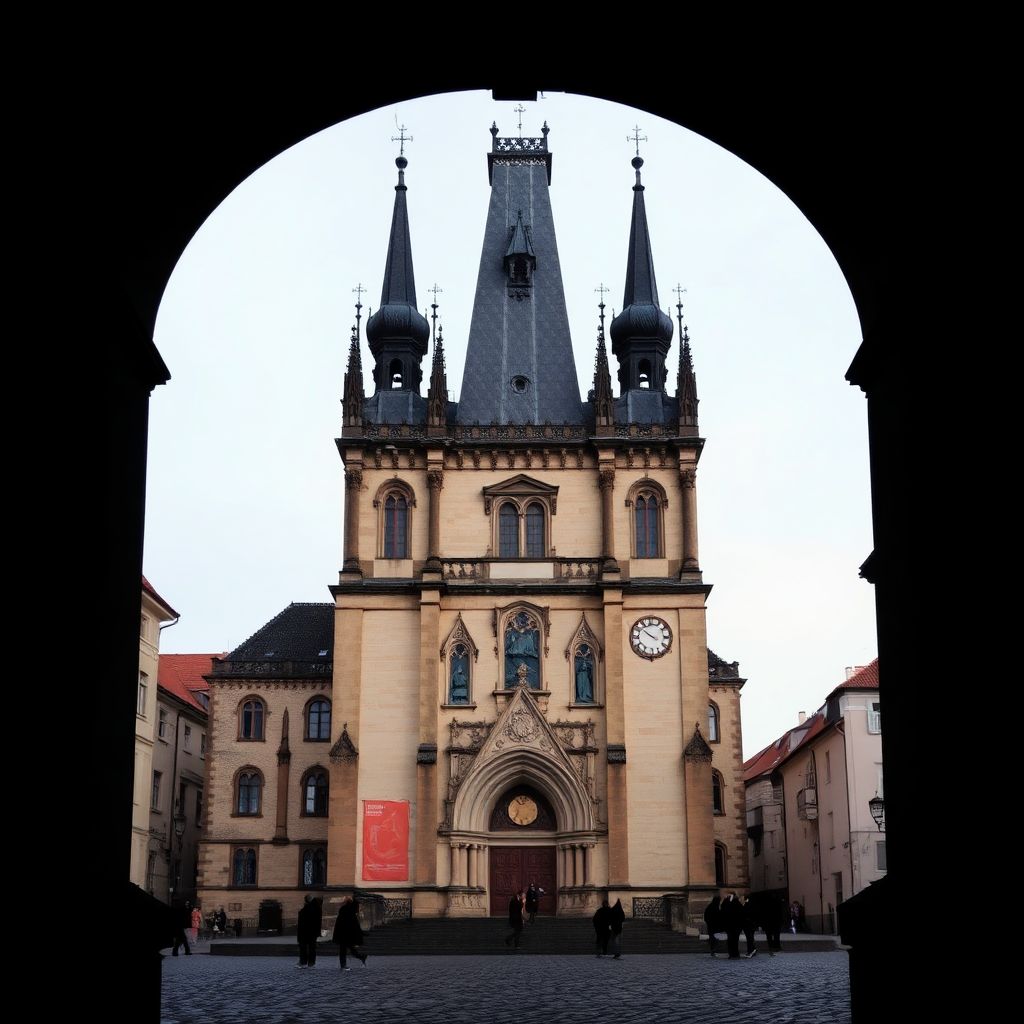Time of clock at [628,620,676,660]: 3:51
